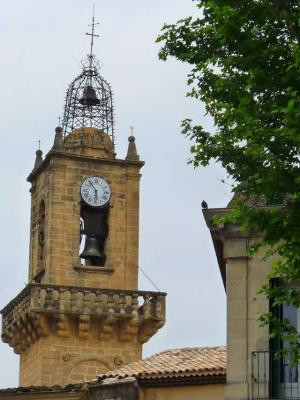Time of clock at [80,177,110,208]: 5:53
